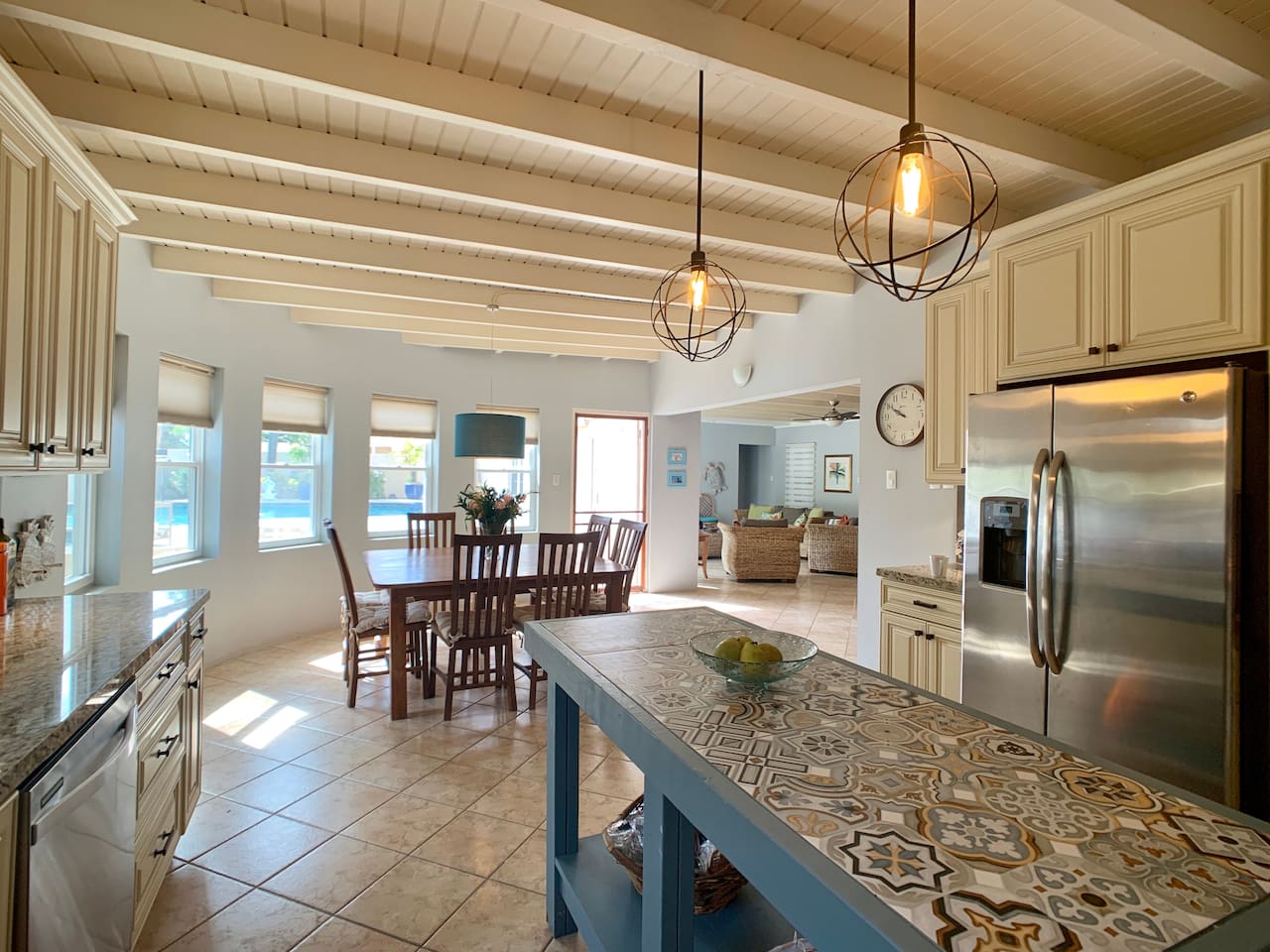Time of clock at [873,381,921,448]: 9:50
